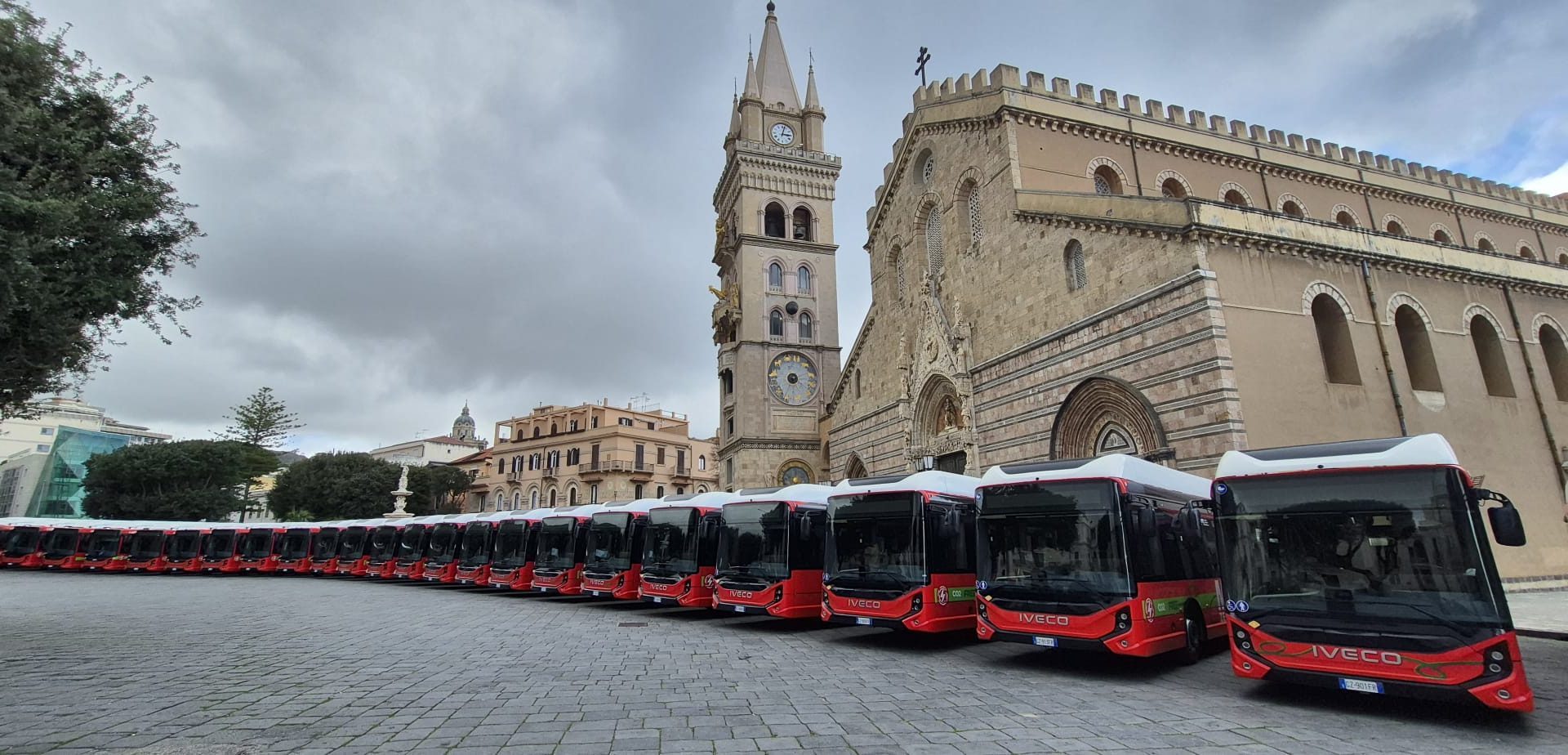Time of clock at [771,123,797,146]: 3:02
